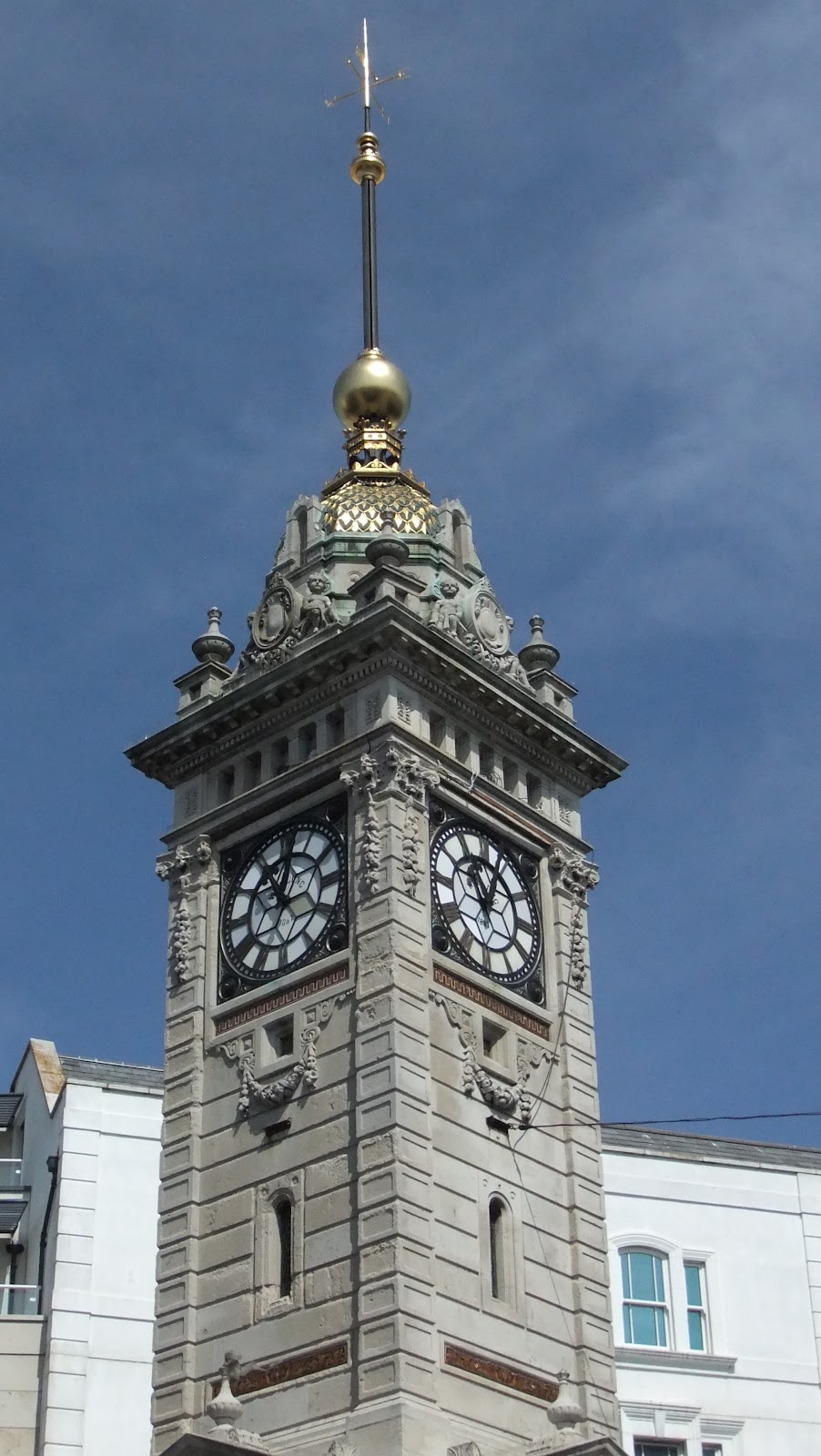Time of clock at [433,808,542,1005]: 11:03
